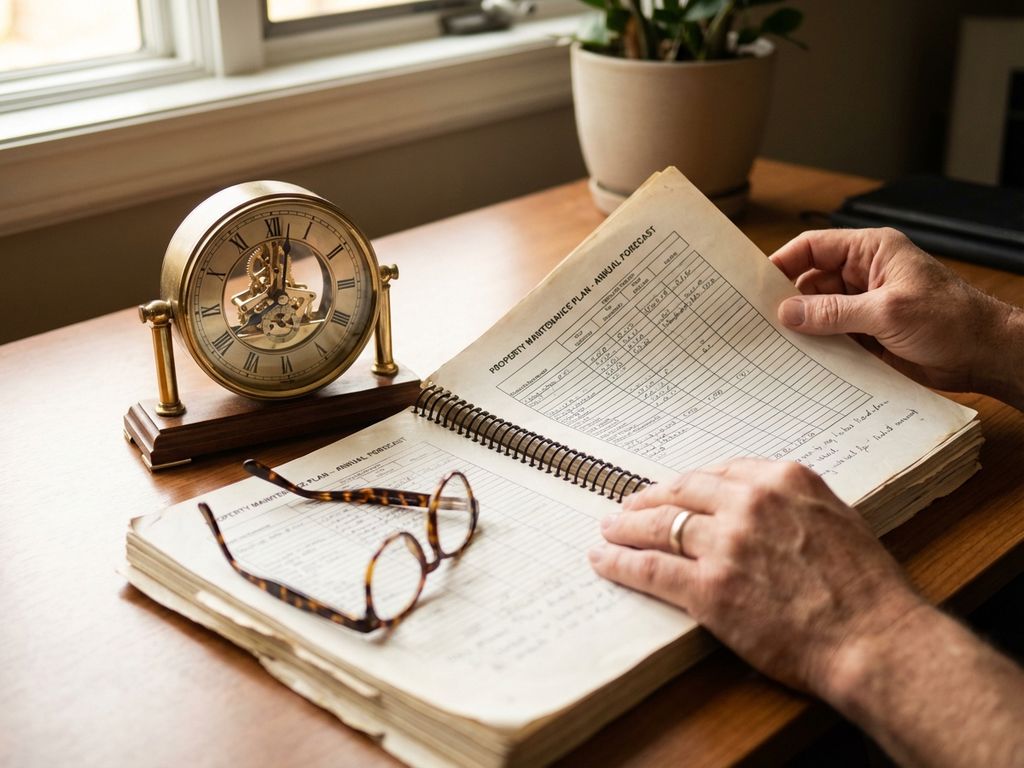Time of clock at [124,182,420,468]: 8:01
